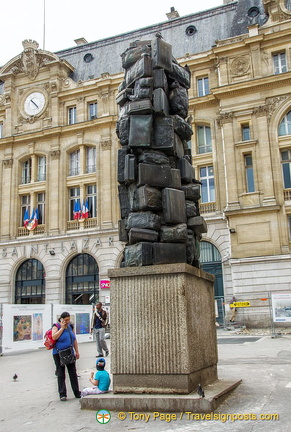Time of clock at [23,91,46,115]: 4:22
